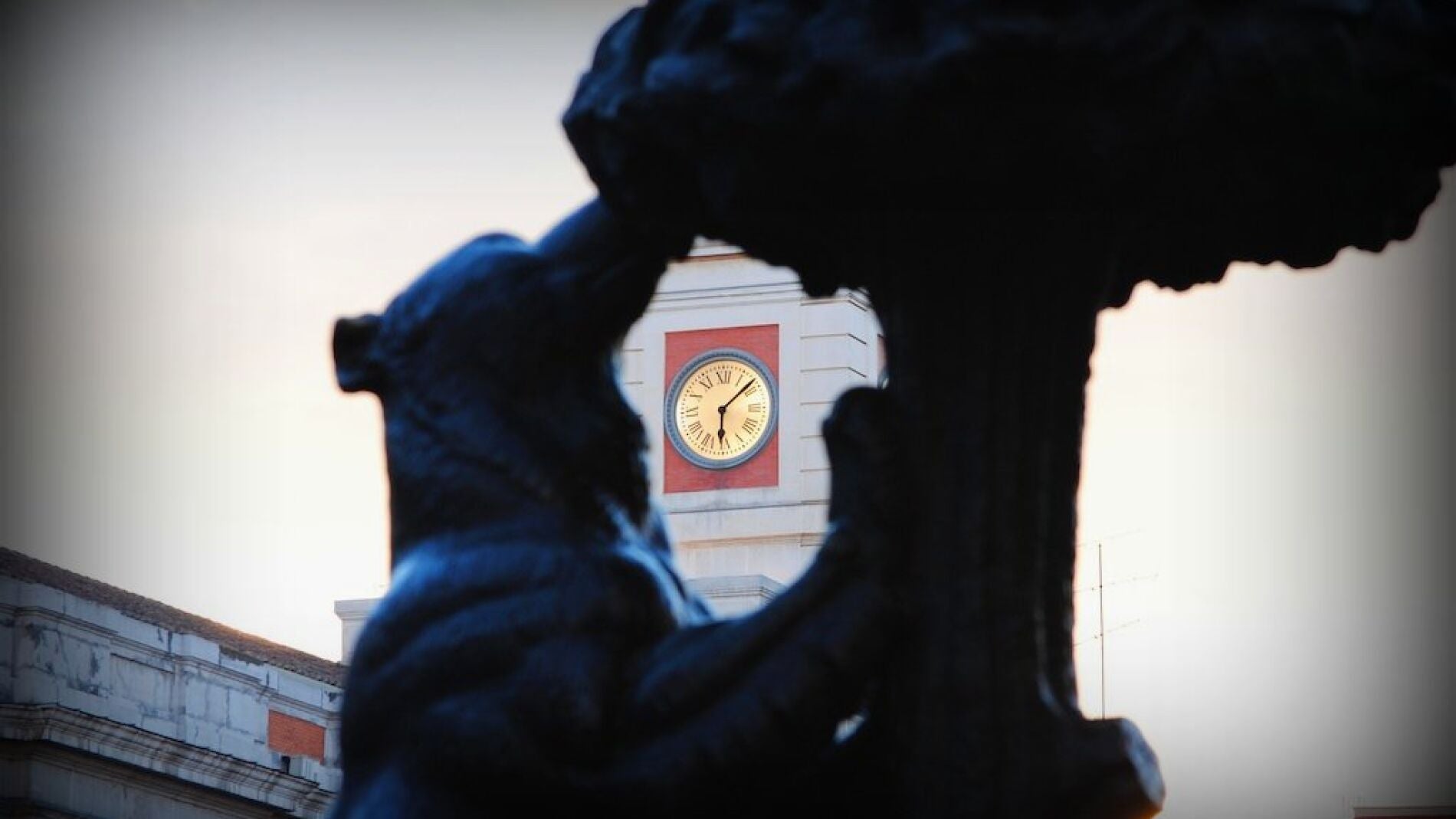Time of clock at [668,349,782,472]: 6:08
